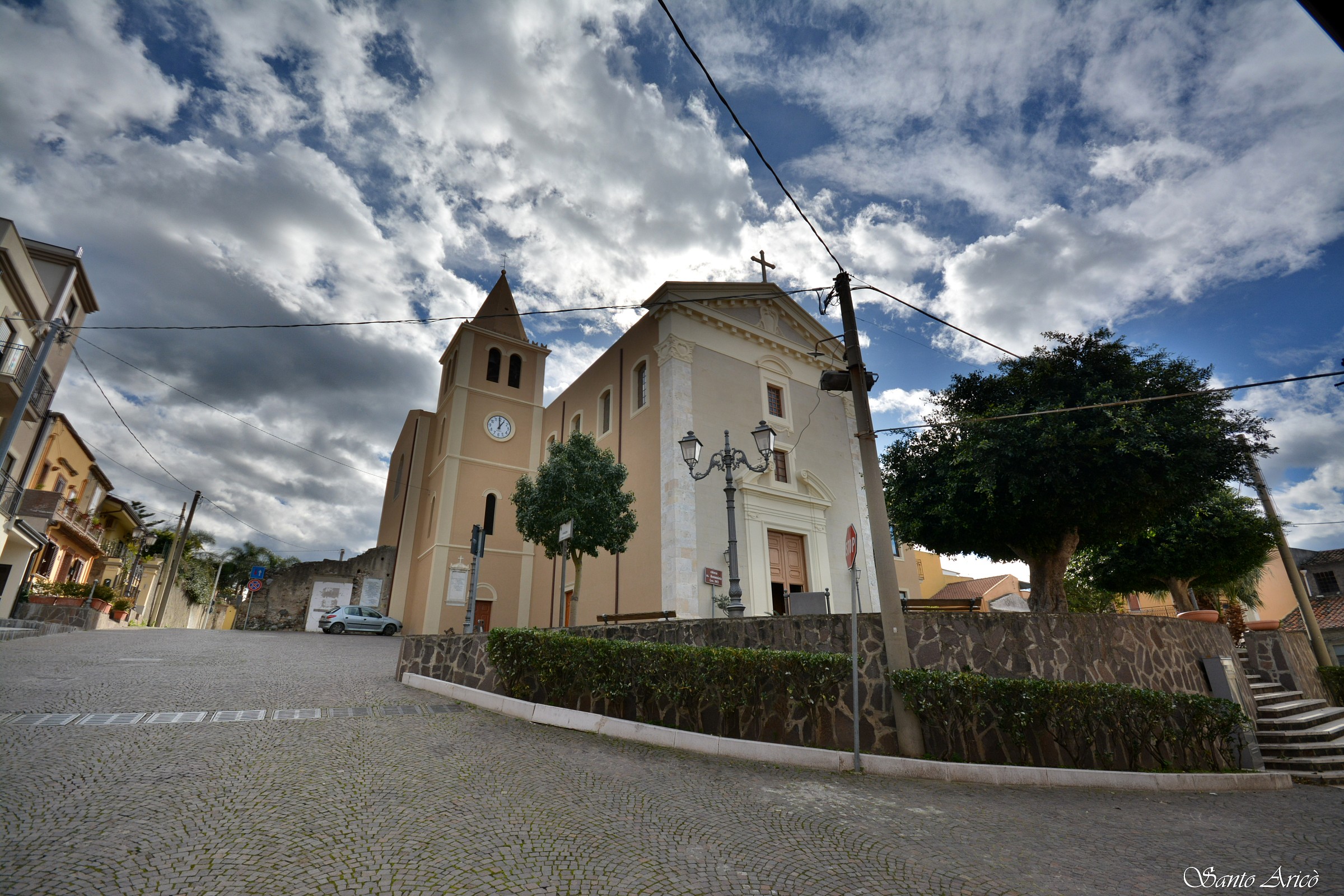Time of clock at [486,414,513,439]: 12:59
